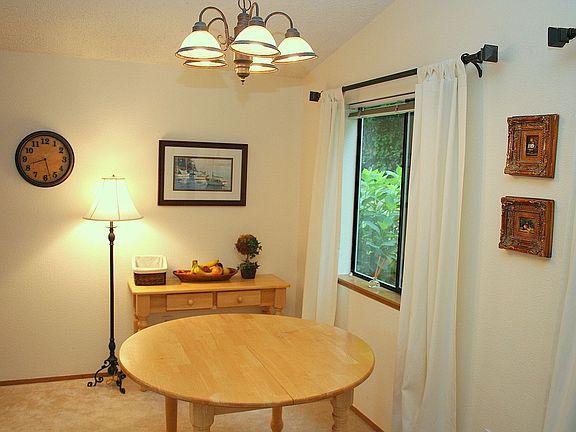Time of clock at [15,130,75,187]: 8:27
